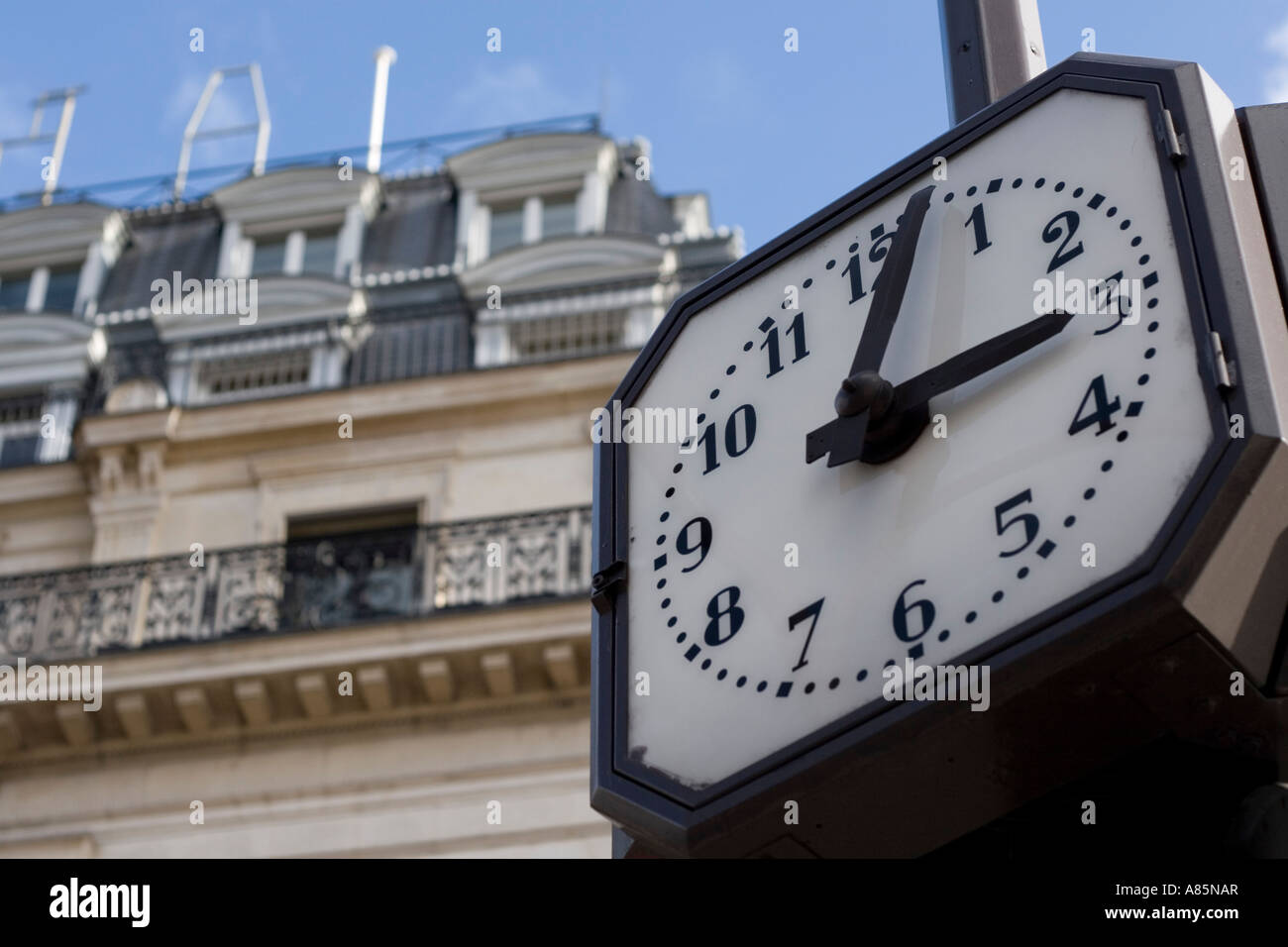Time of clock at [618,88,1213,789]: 3:02
